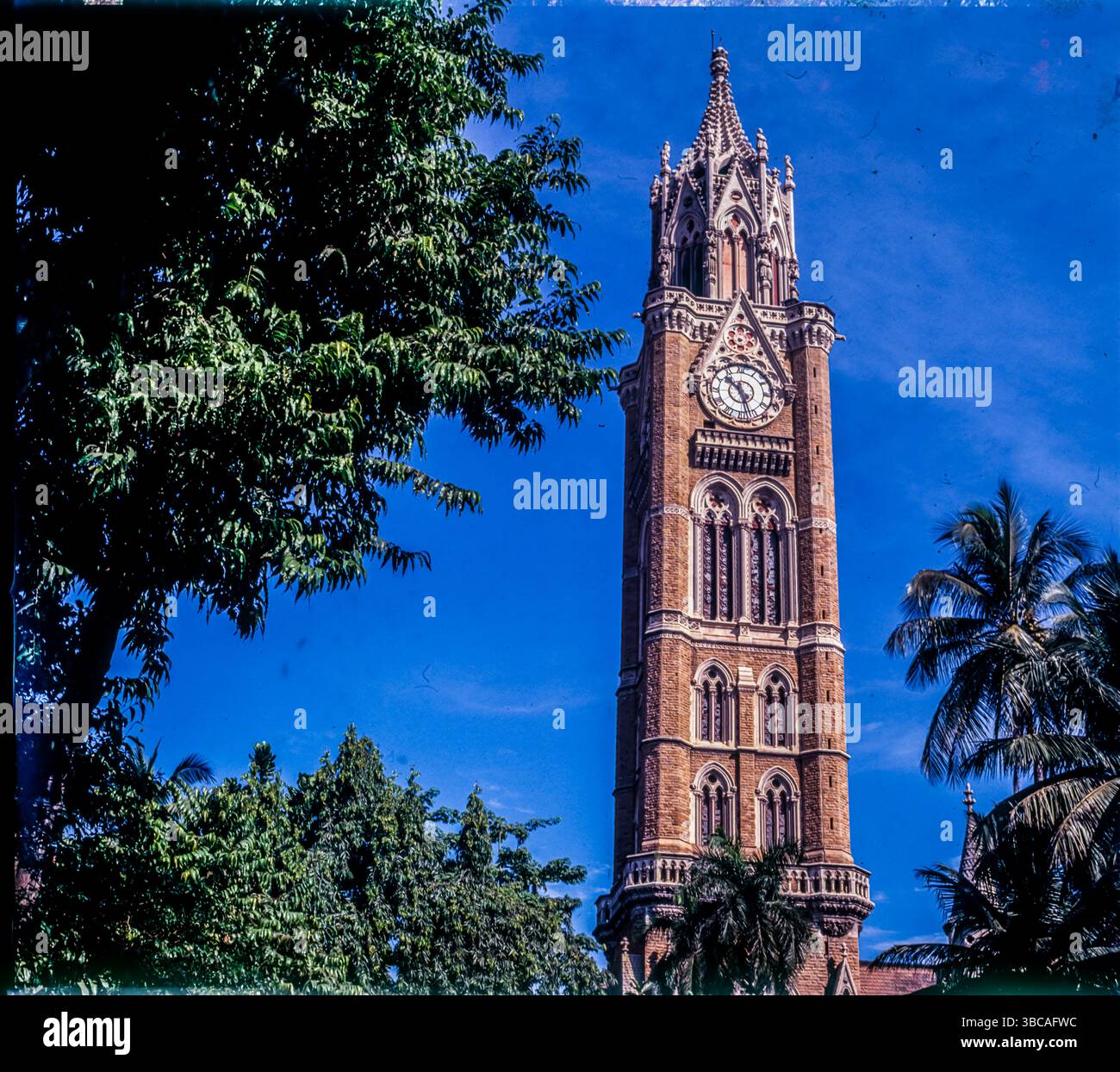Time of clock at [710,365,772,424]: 10:27
